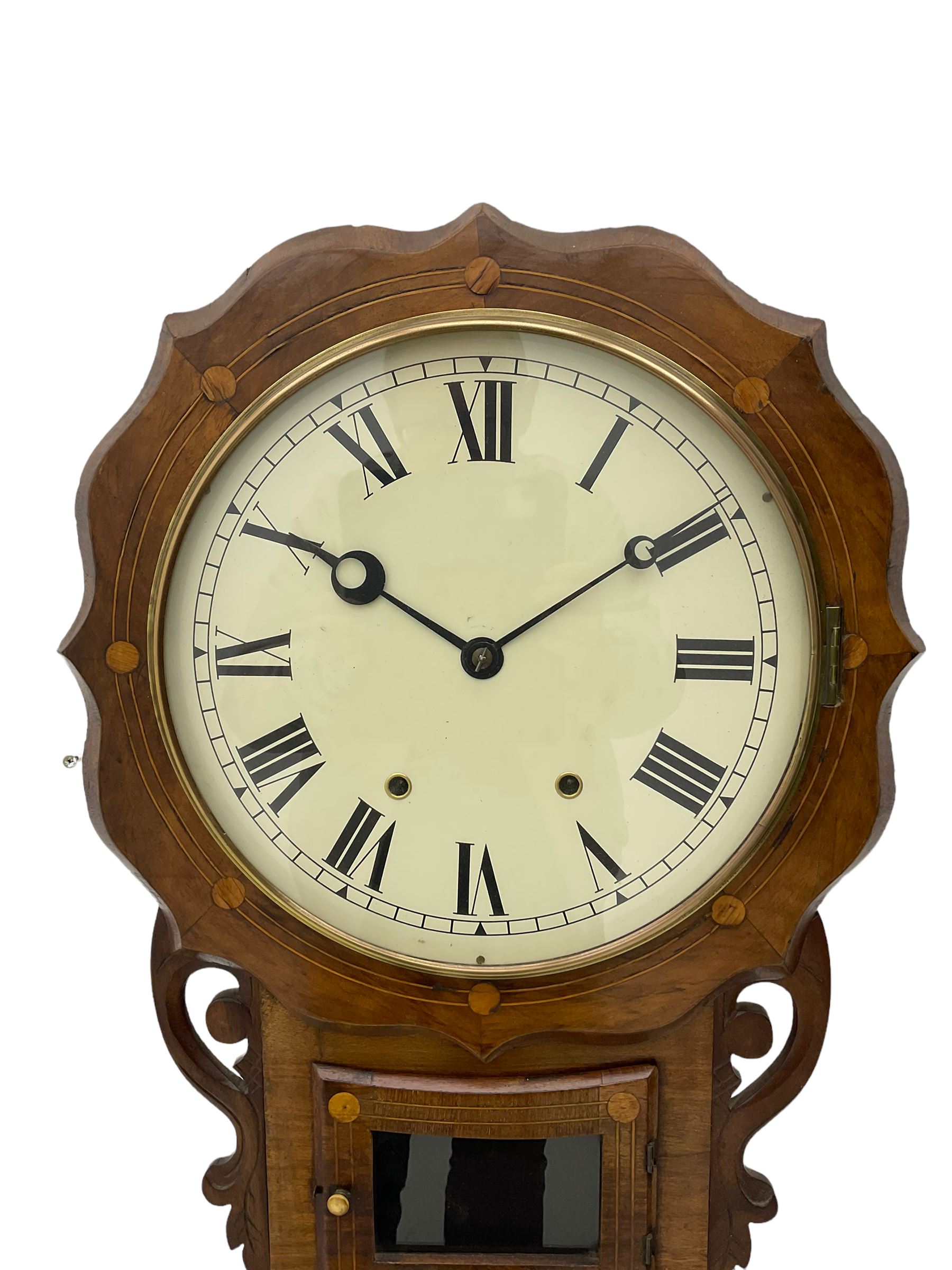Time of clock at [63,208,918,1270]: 10:09
